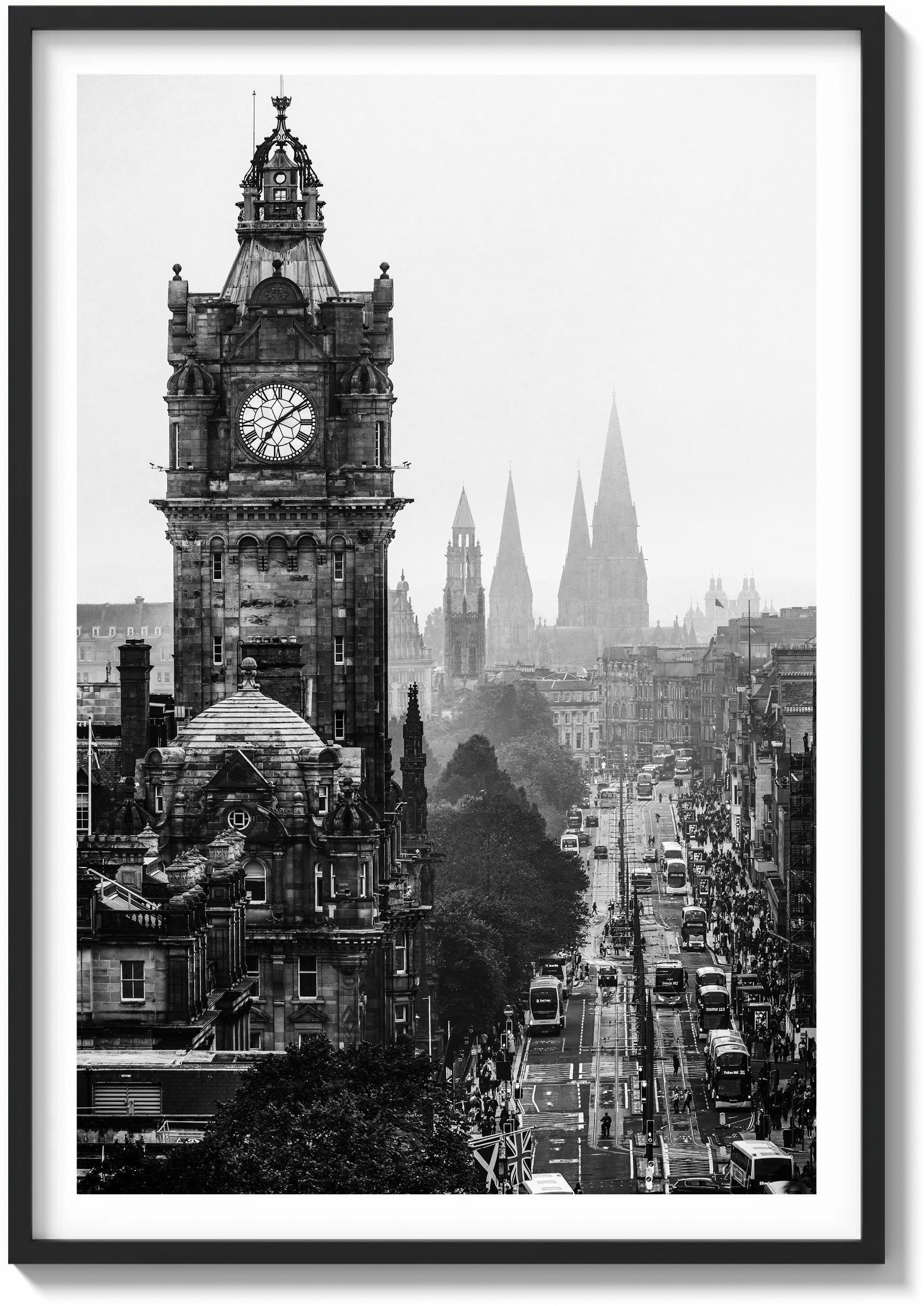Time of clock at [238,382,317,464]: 7:08
